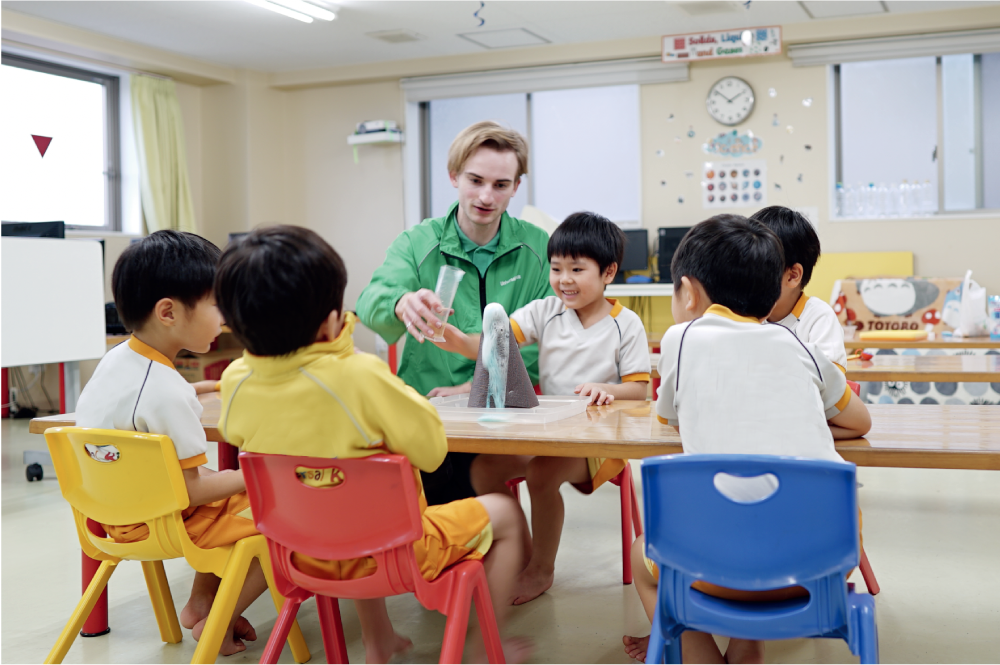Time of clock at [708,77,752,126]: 1:51
